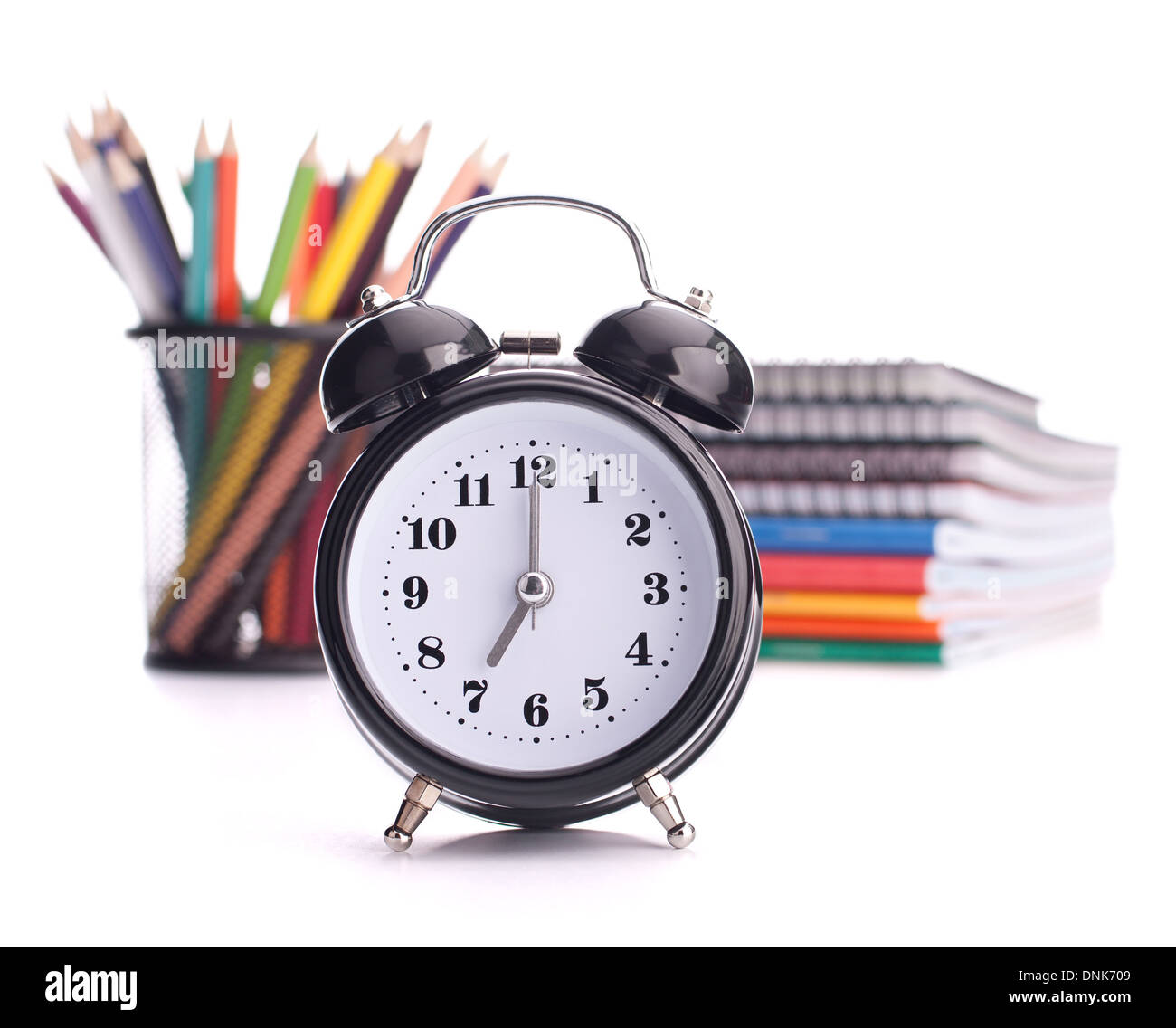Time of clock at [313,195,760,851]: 7:00
